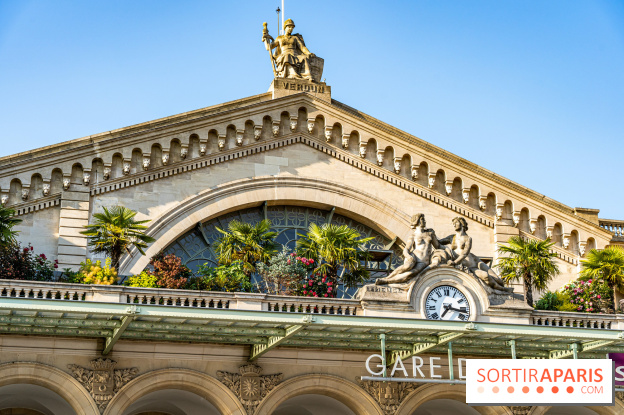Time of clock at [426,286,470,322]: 7:17
